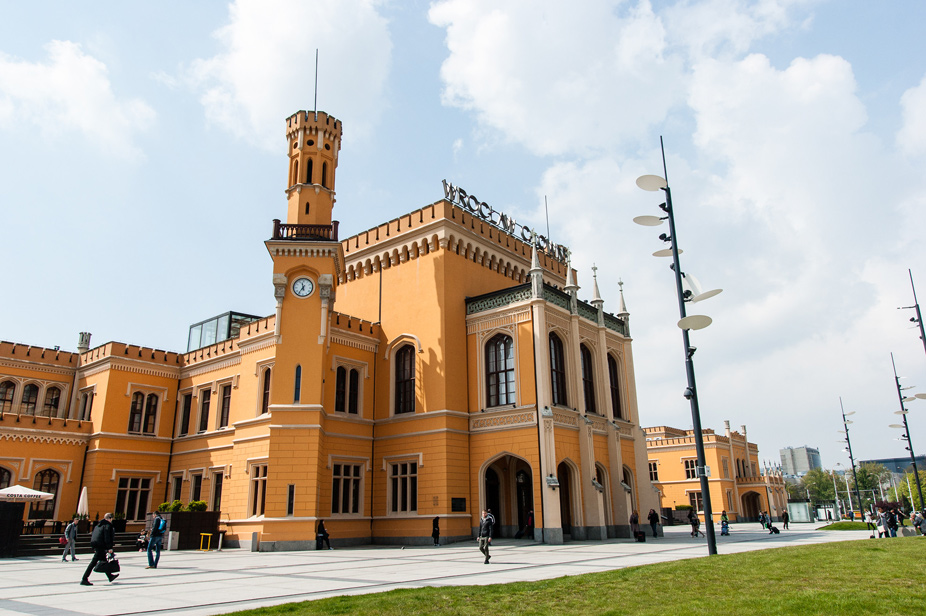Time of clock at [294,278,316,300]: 11:36
